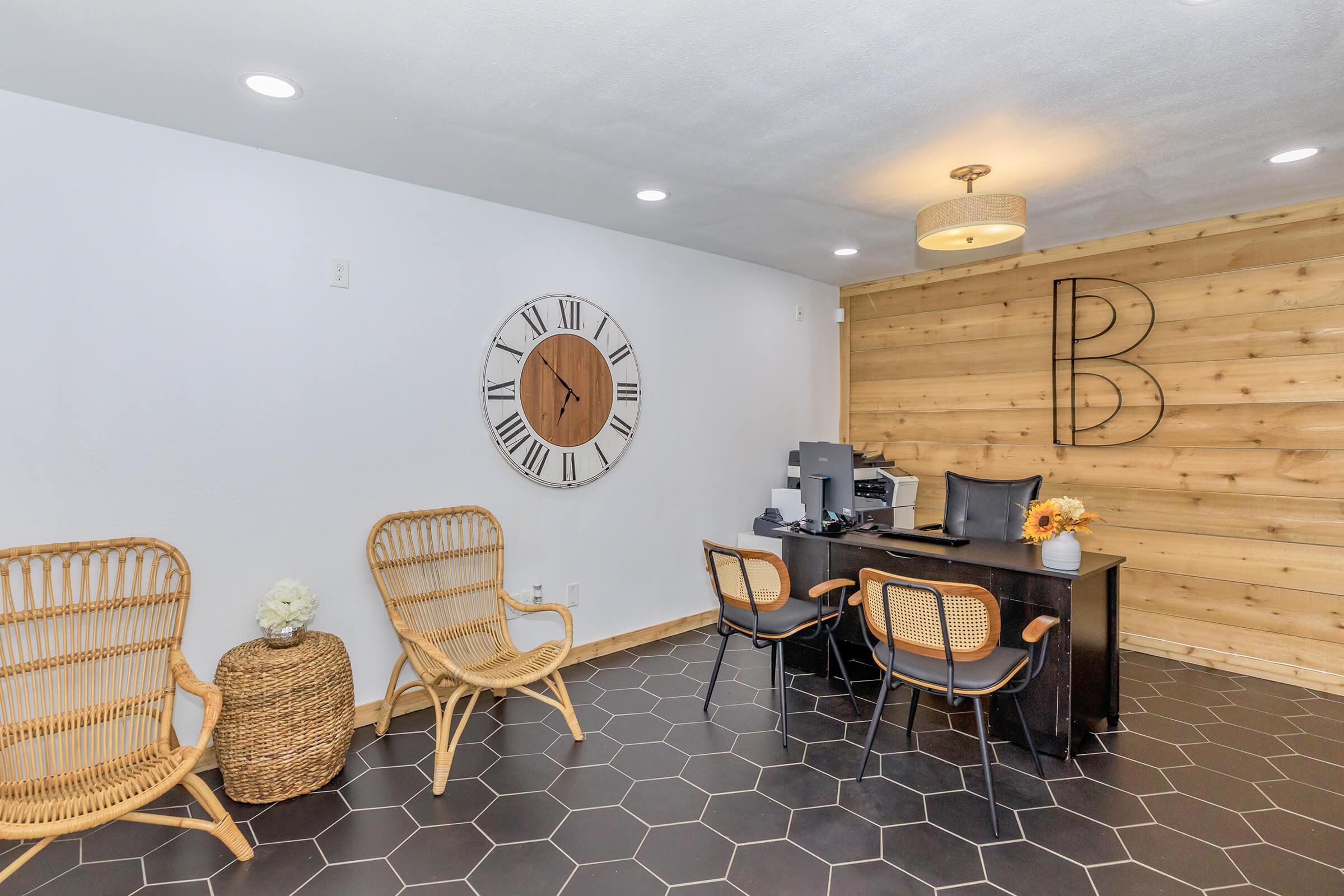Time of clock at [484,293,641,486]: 6:52
